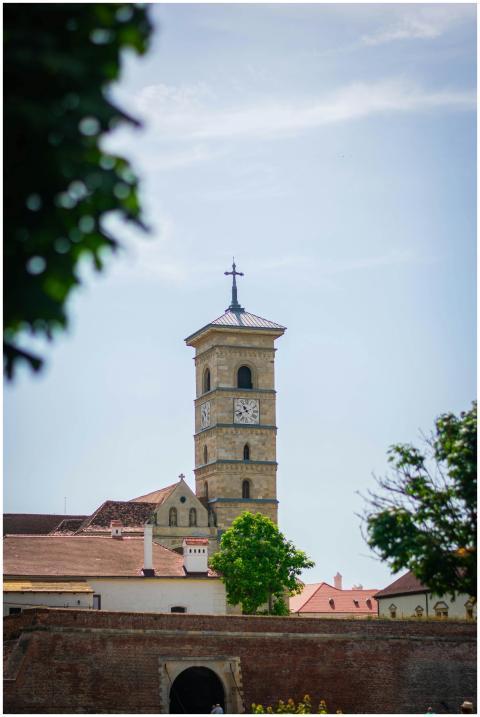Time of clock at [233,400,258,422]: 10:41
